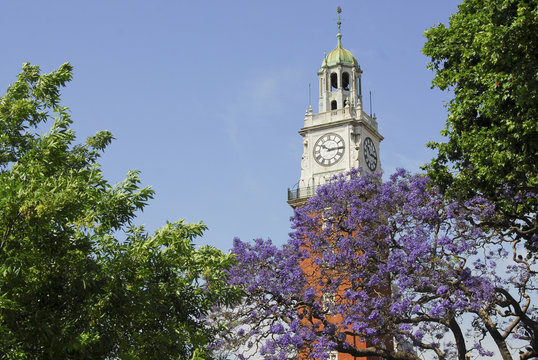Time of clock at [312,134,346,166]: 10:14
